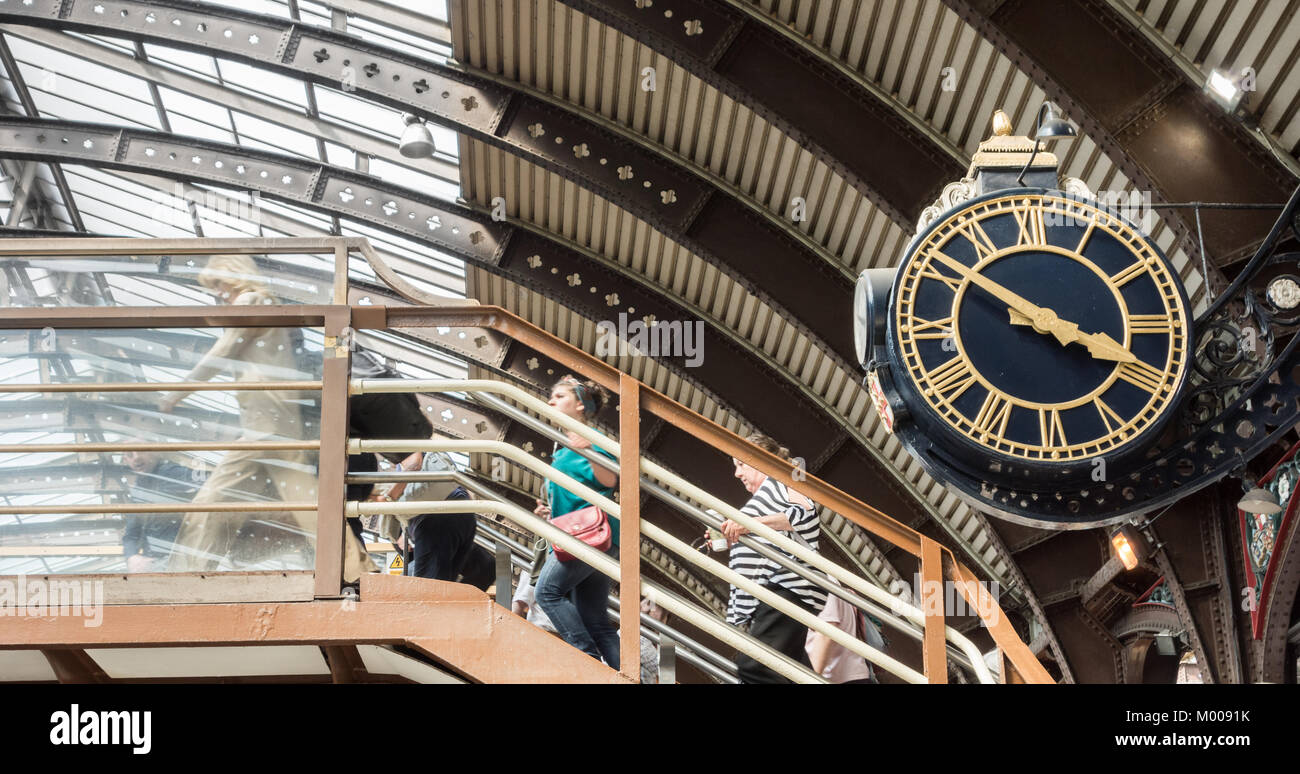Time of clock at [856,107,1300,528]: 3:50
